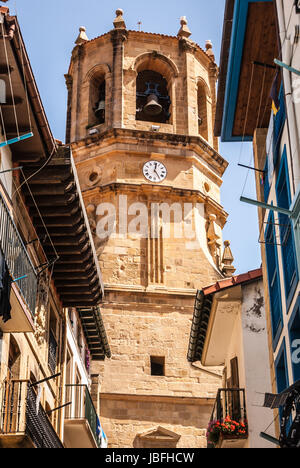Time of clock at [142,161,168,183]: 12:24
